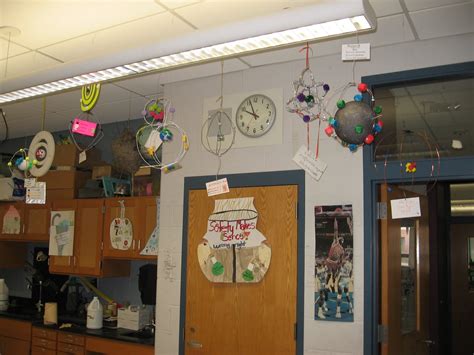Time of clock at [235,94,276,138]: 9:56
